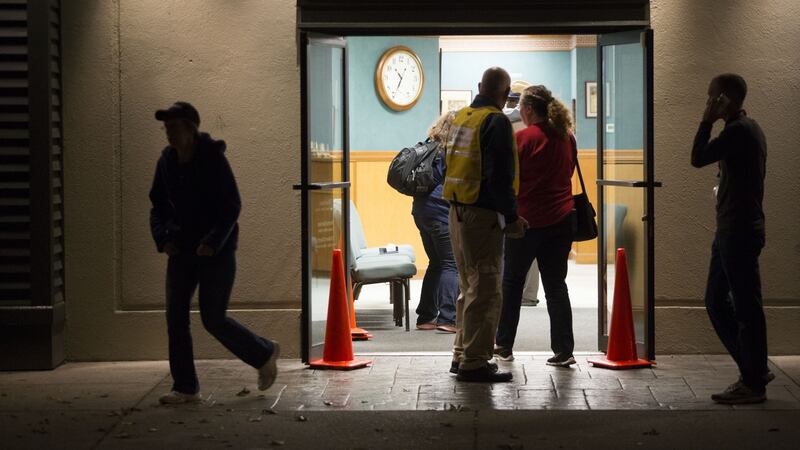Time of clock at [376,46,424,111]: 10:35
